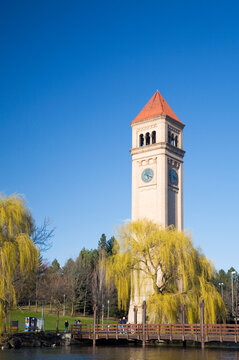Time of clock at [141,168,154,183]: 5:18
